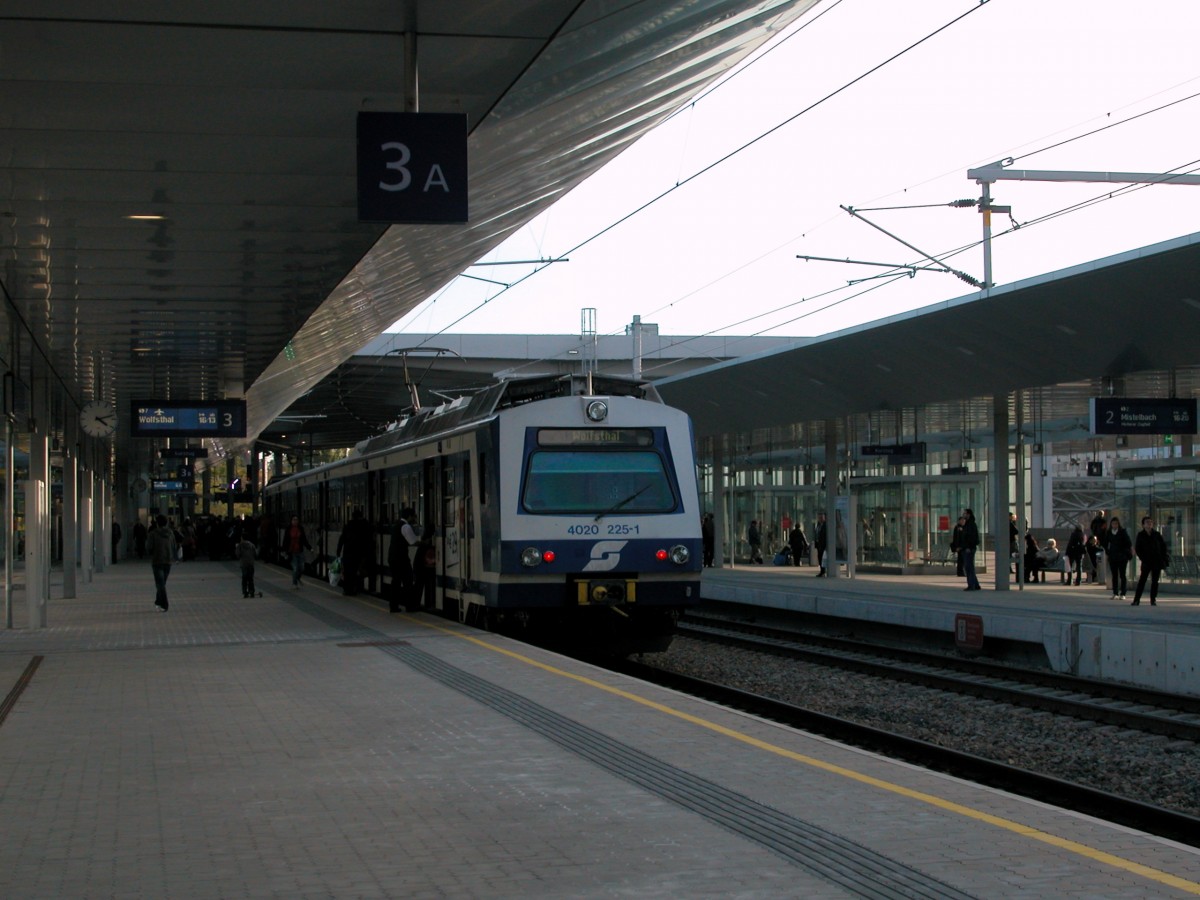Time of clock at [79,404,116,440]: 4:12
